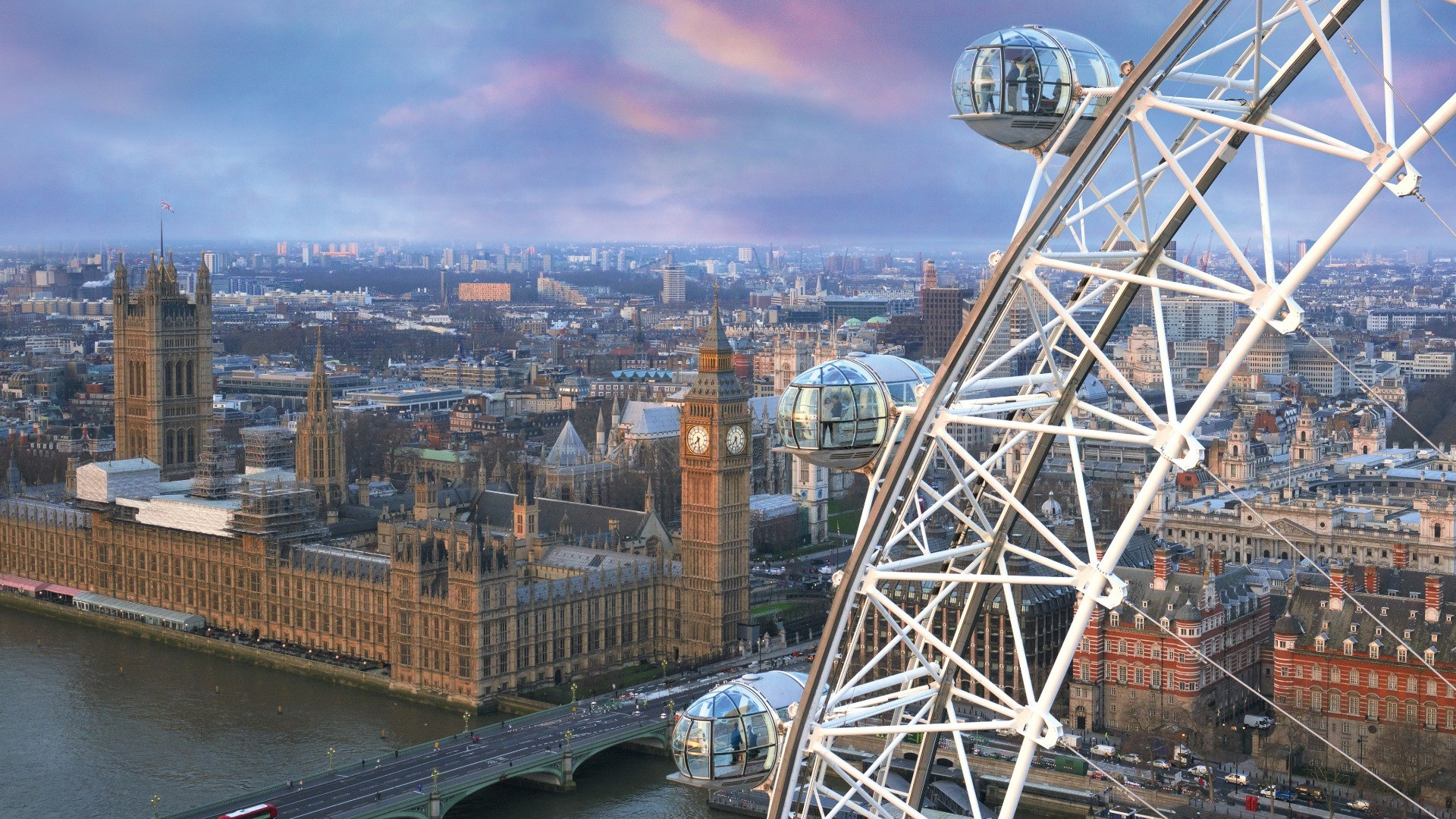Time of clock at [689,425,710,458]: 7:28
